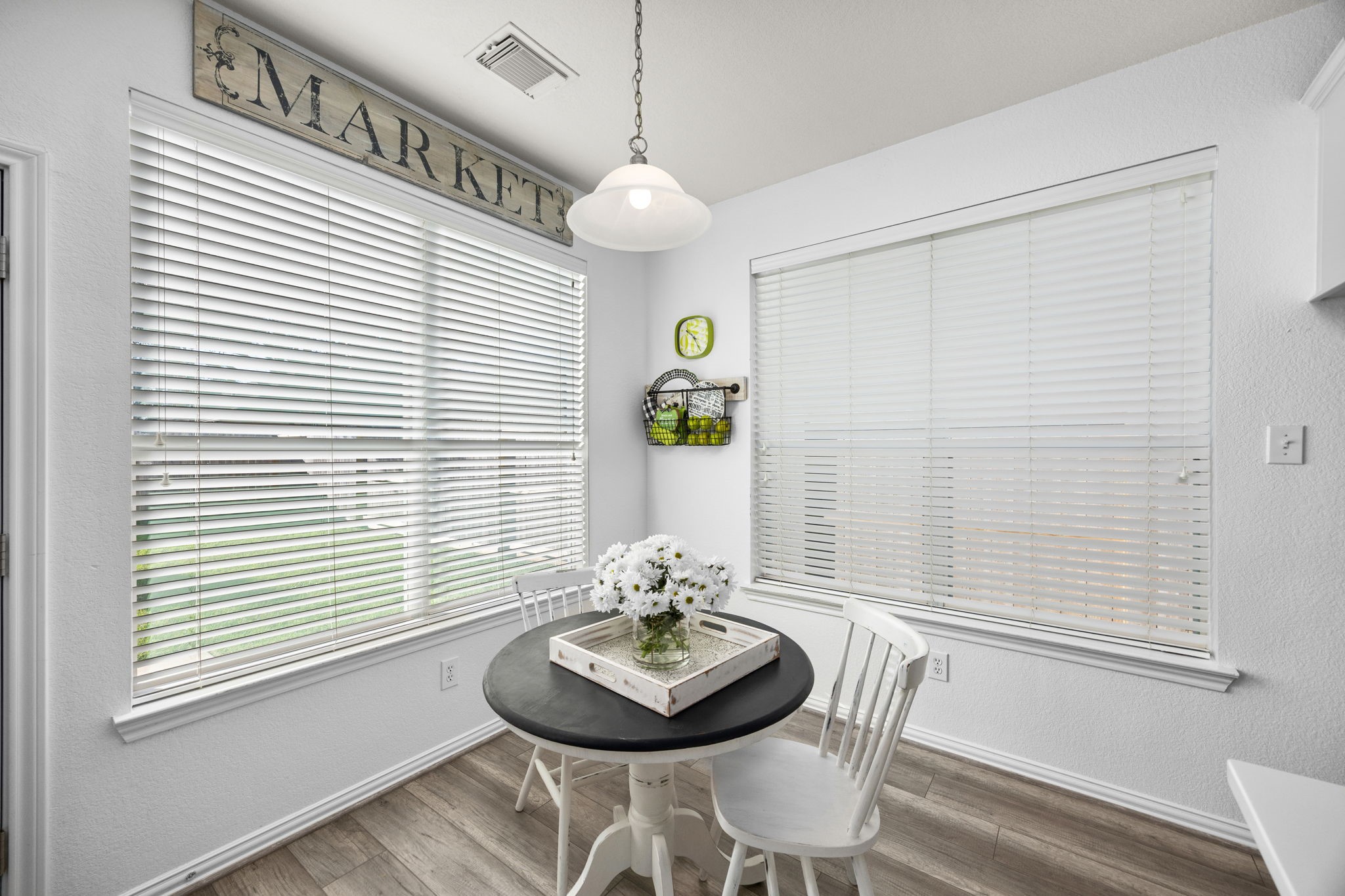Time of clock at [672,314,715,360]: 10:24
